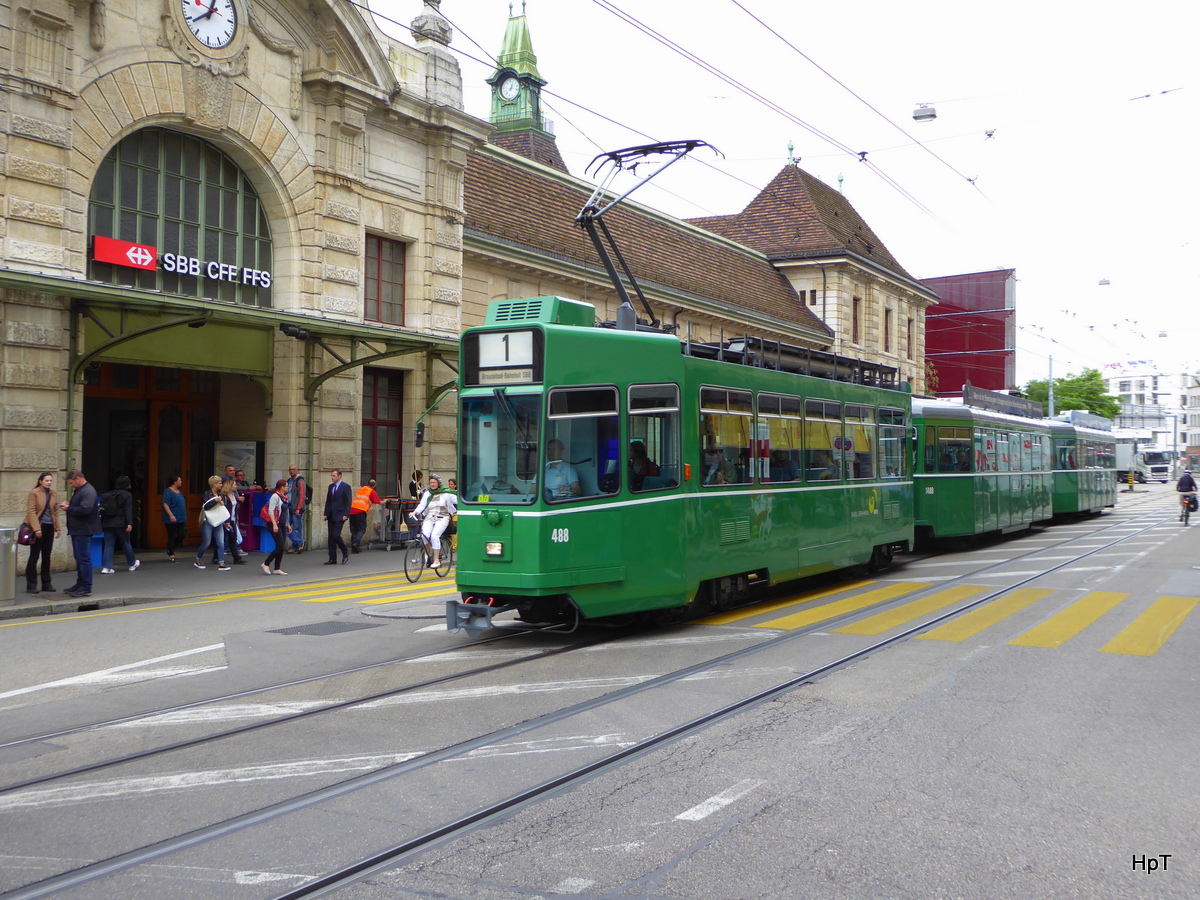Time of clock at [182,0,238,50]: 1:43
